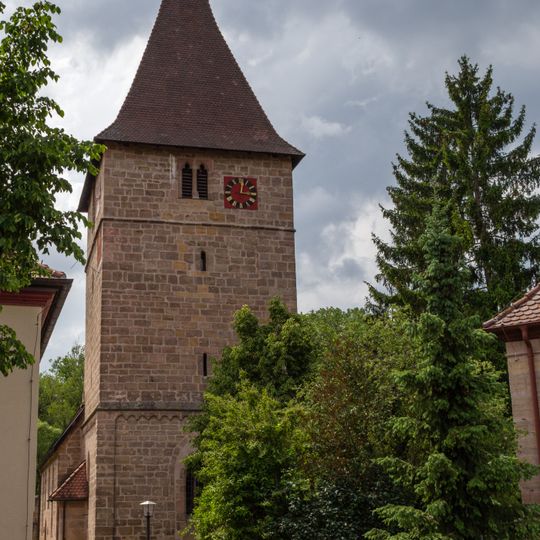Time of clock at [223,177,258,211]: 3:02
